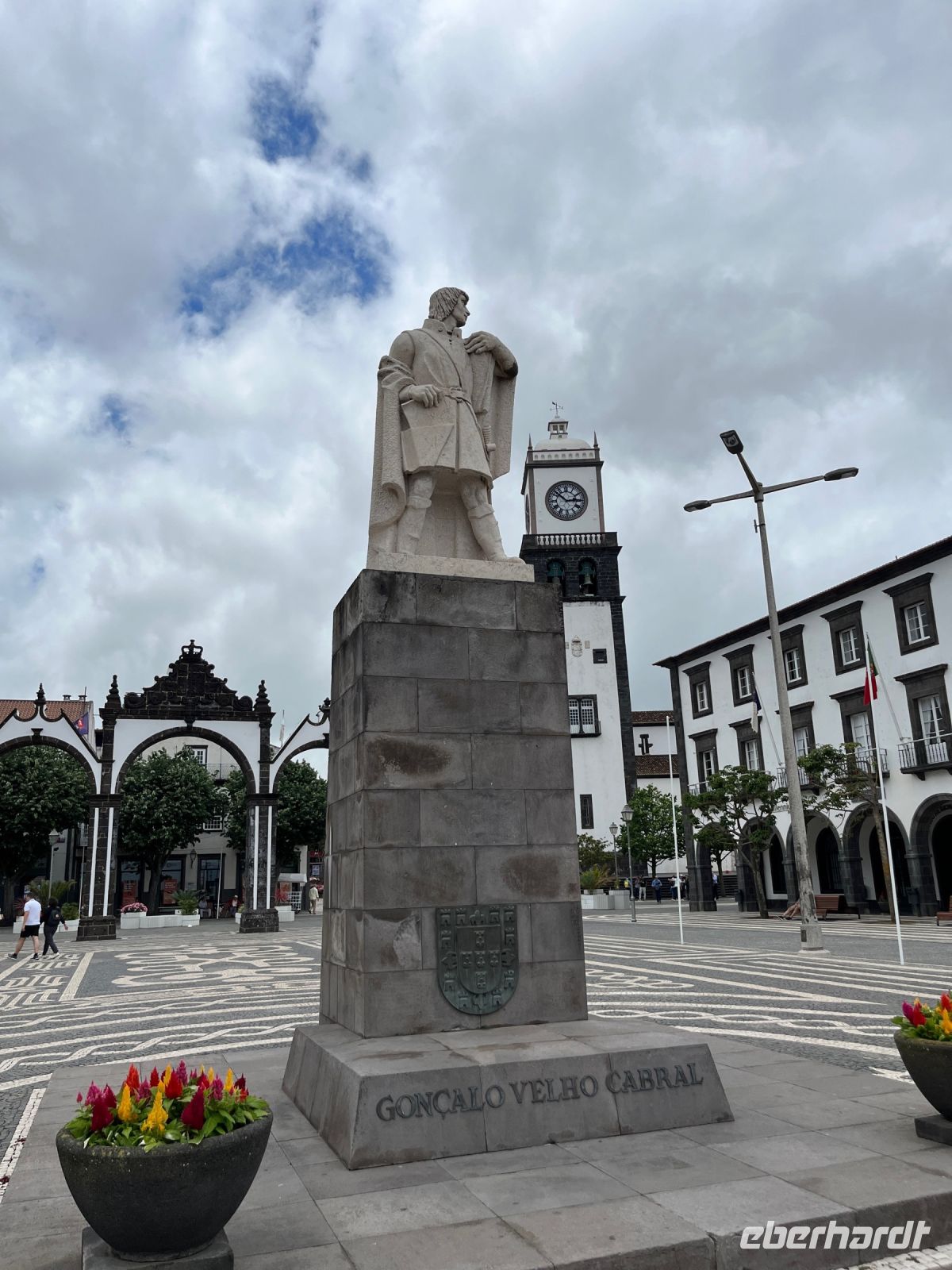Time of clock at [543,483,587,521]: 2:52
